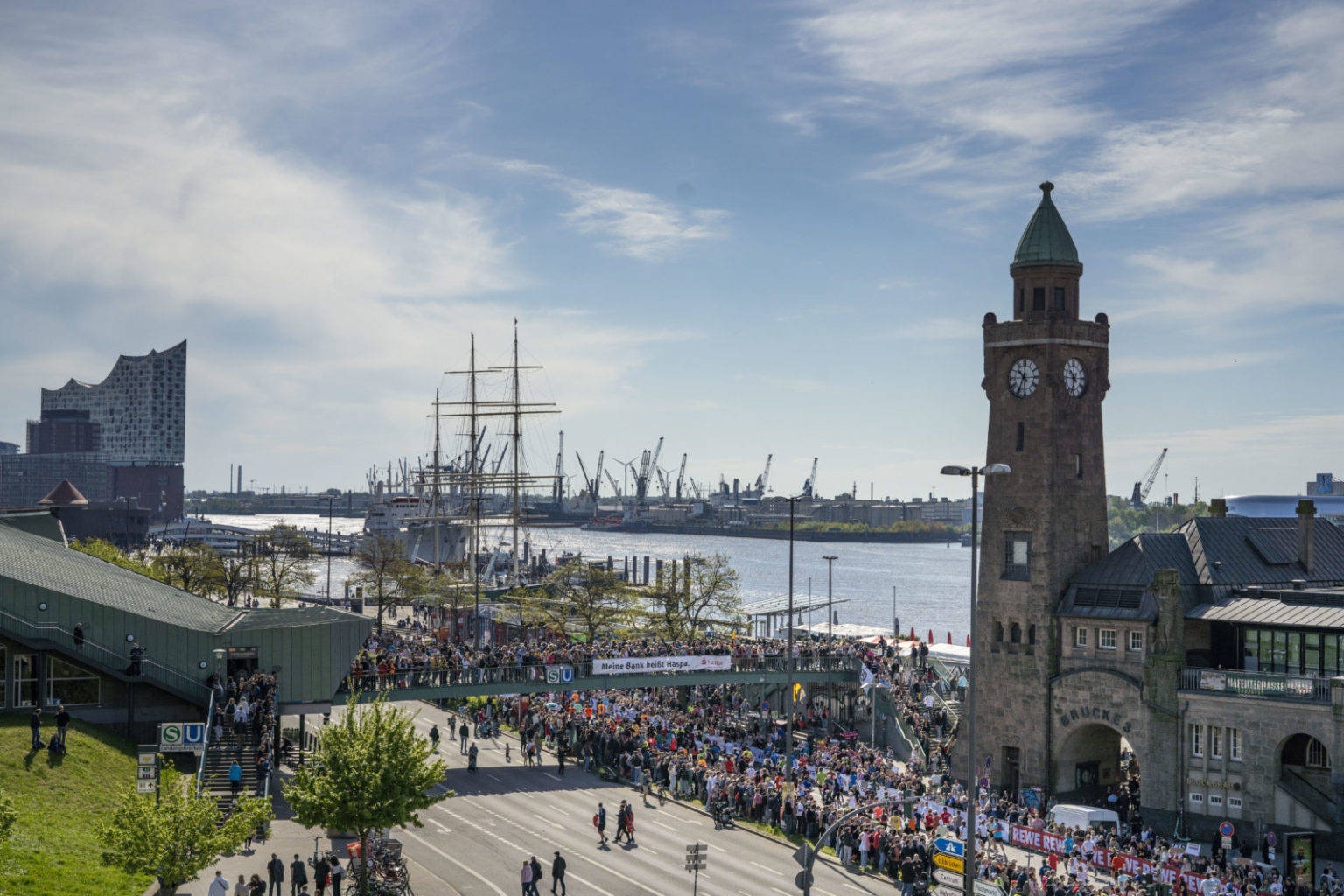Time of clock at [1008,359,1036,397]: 10:34
